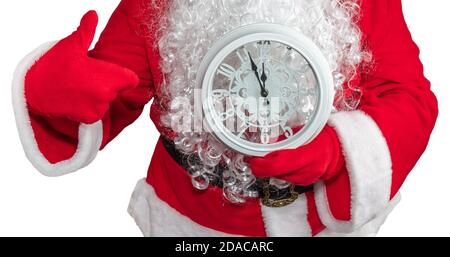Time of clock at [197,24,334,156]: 11:56
